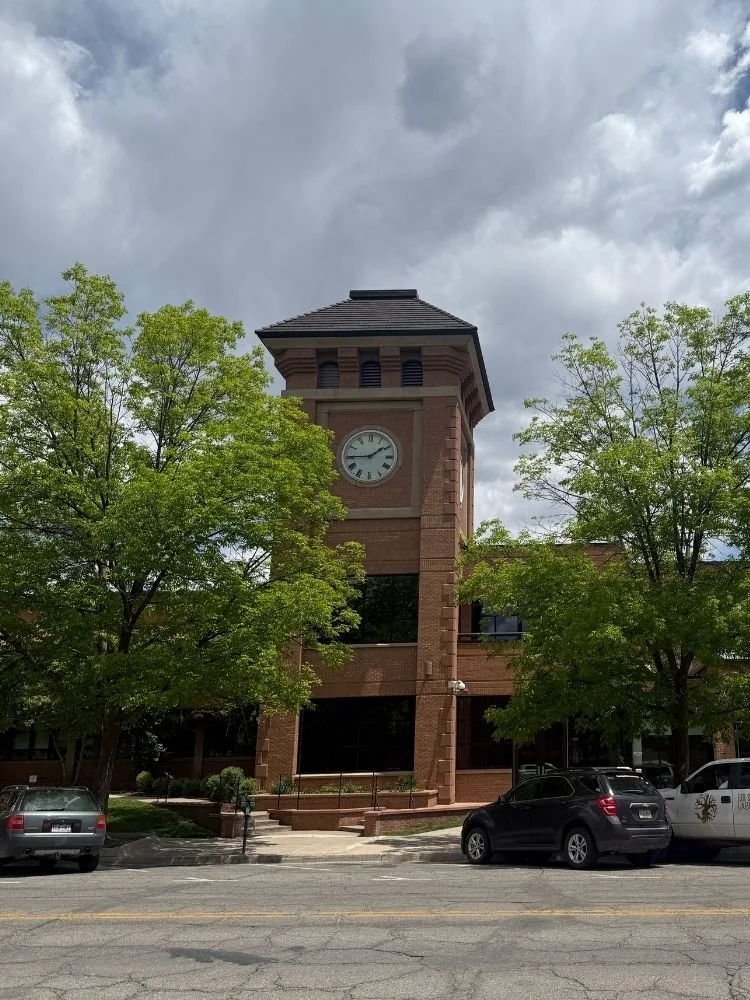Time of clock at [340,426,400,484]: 1:45
